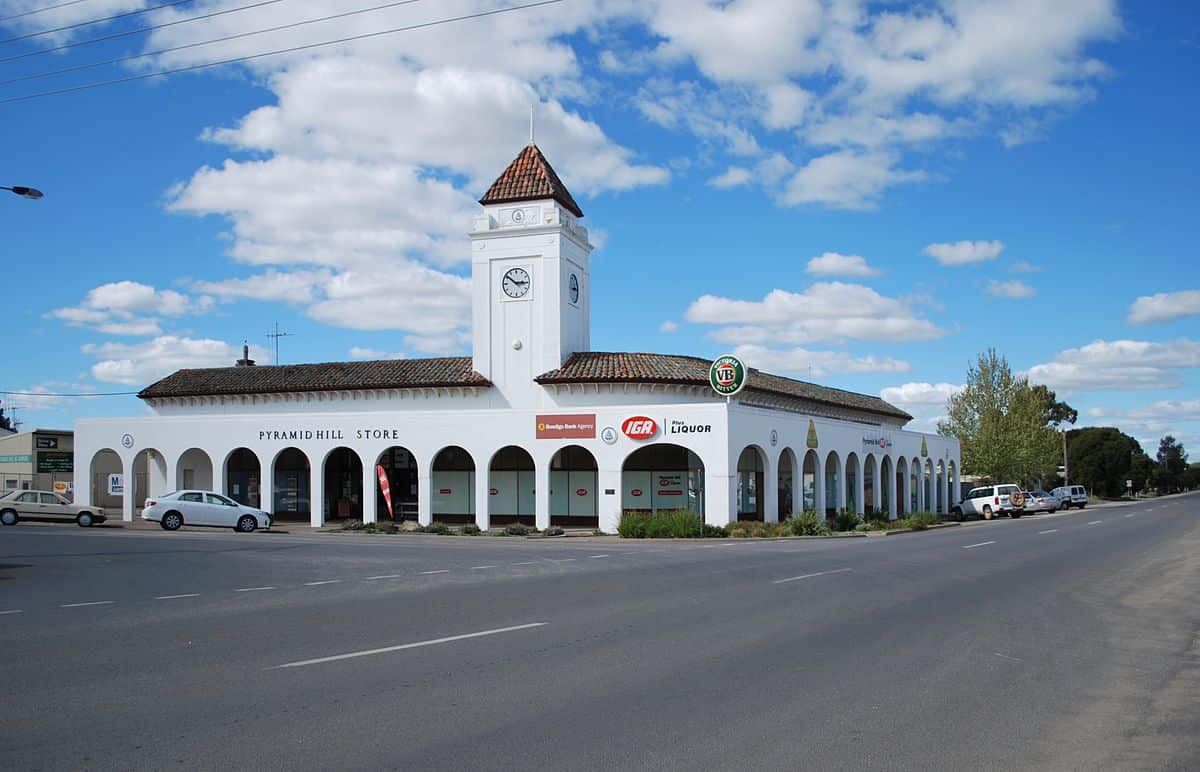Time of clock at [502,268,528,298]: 2:51
